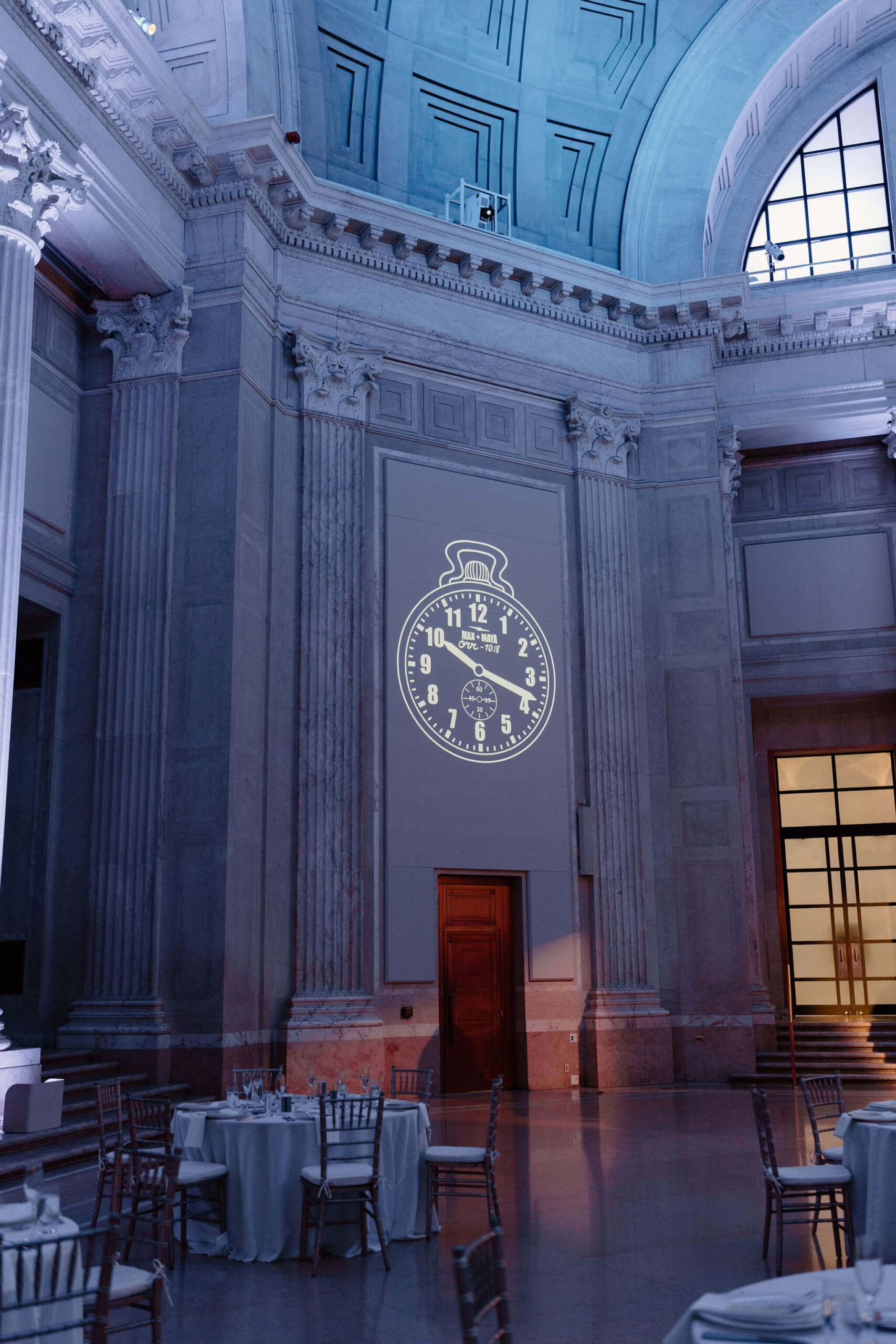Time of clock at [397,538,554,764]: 10:18
